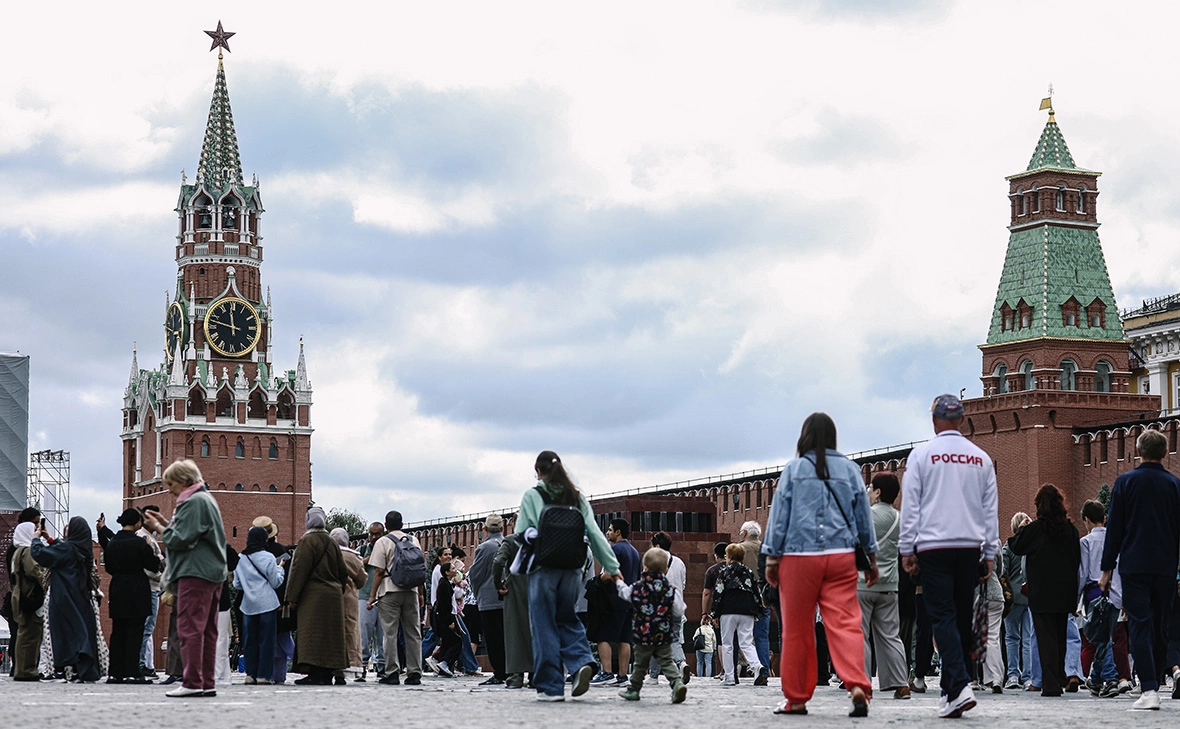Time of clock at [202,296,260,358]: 11:47
